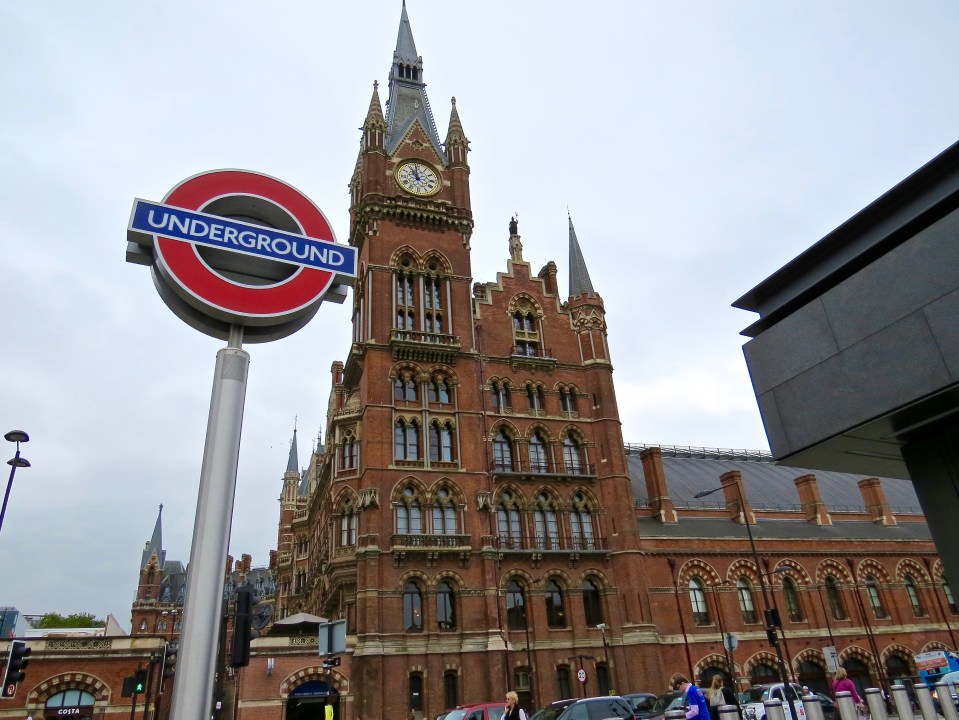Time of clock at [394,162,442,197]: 10:59
